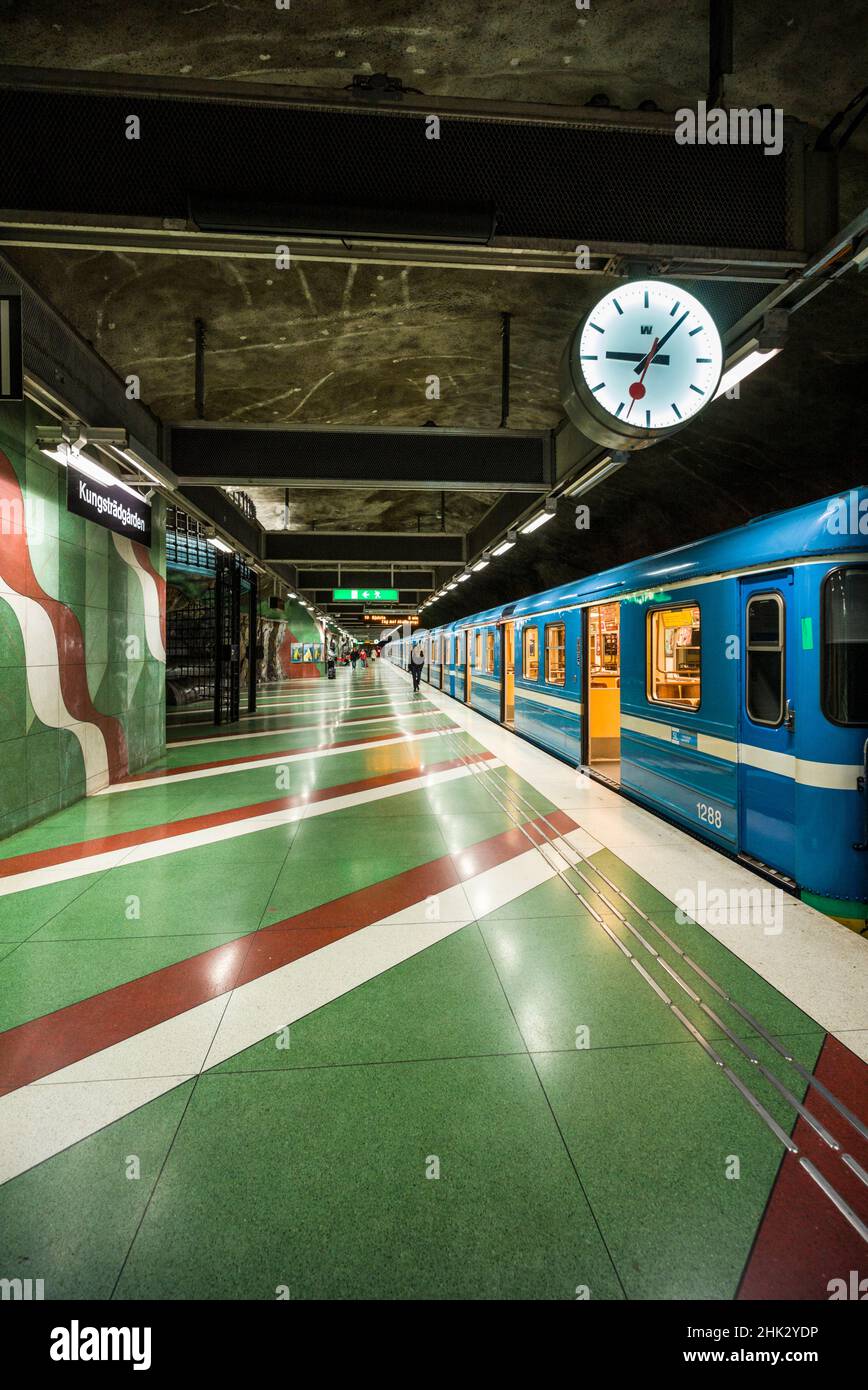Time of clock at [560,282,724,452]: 9:07
